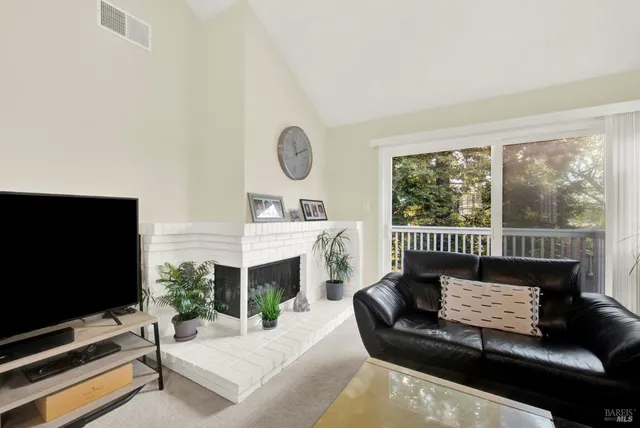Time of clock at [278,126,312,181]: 11:11
